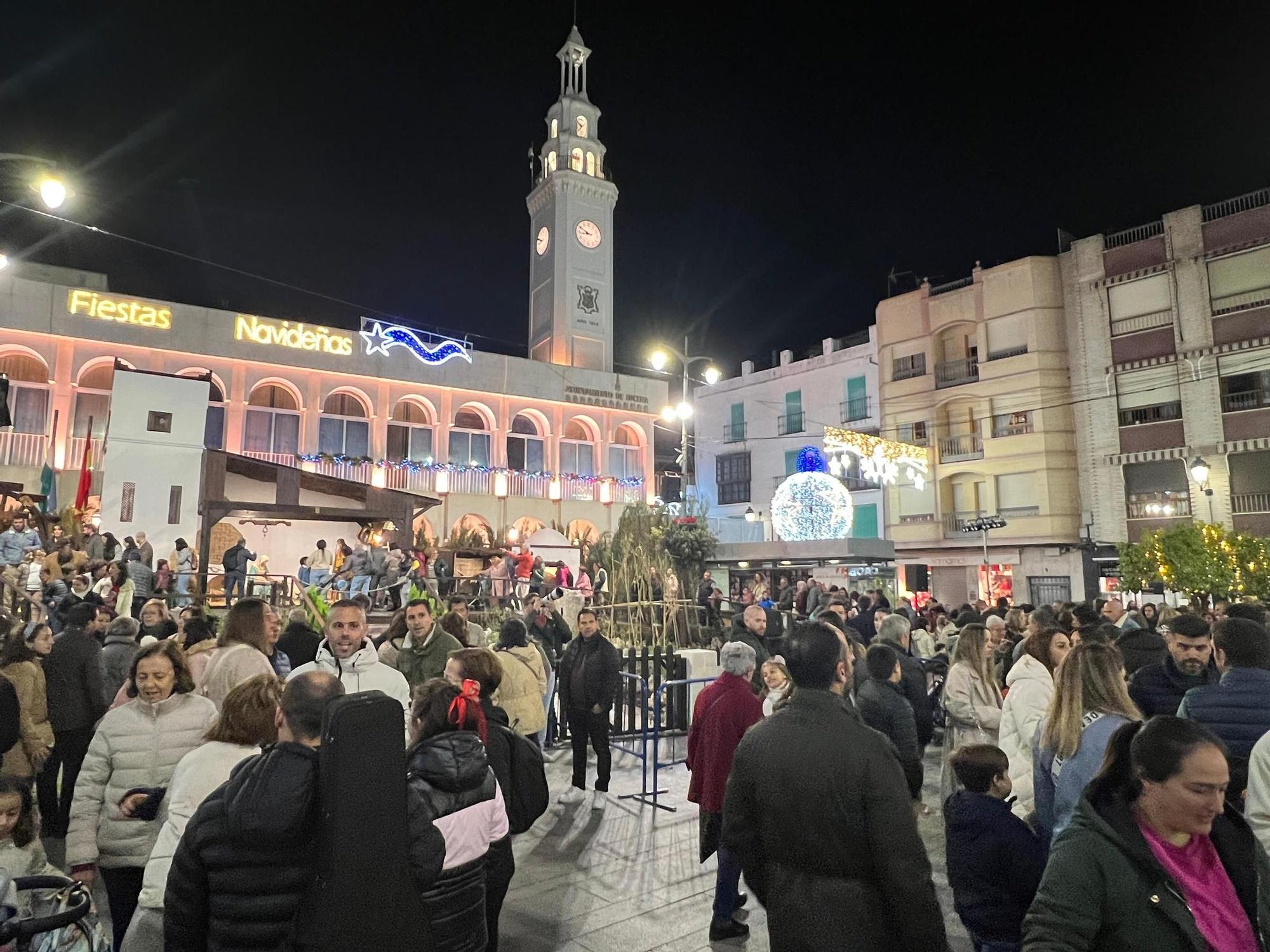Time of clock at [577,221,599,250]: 8:50
